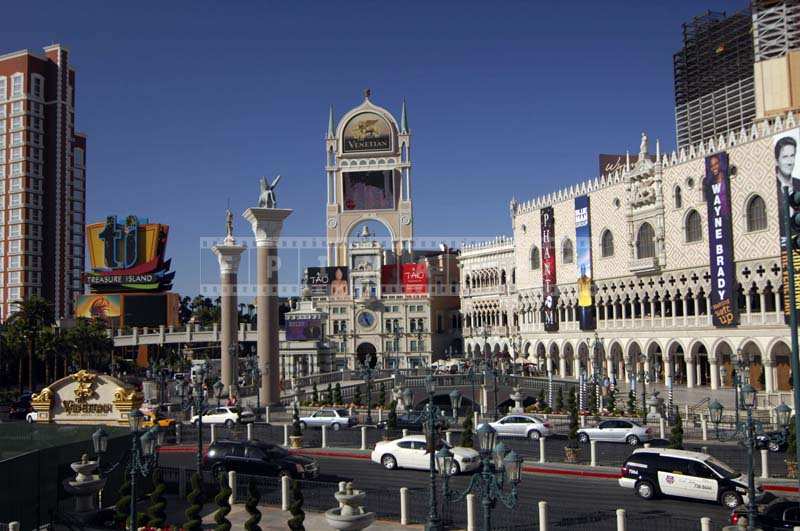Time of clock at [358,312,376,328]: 4:57
